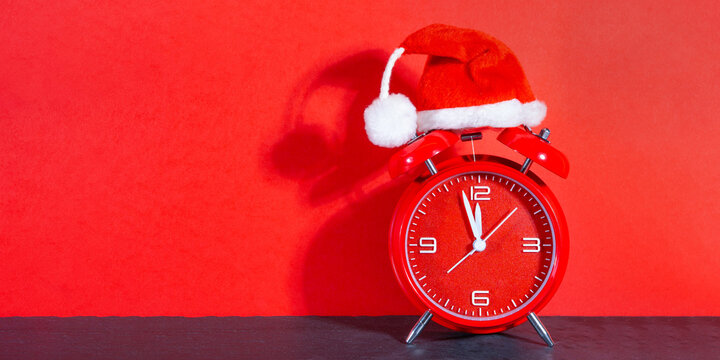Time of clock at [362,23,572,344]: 11:57
